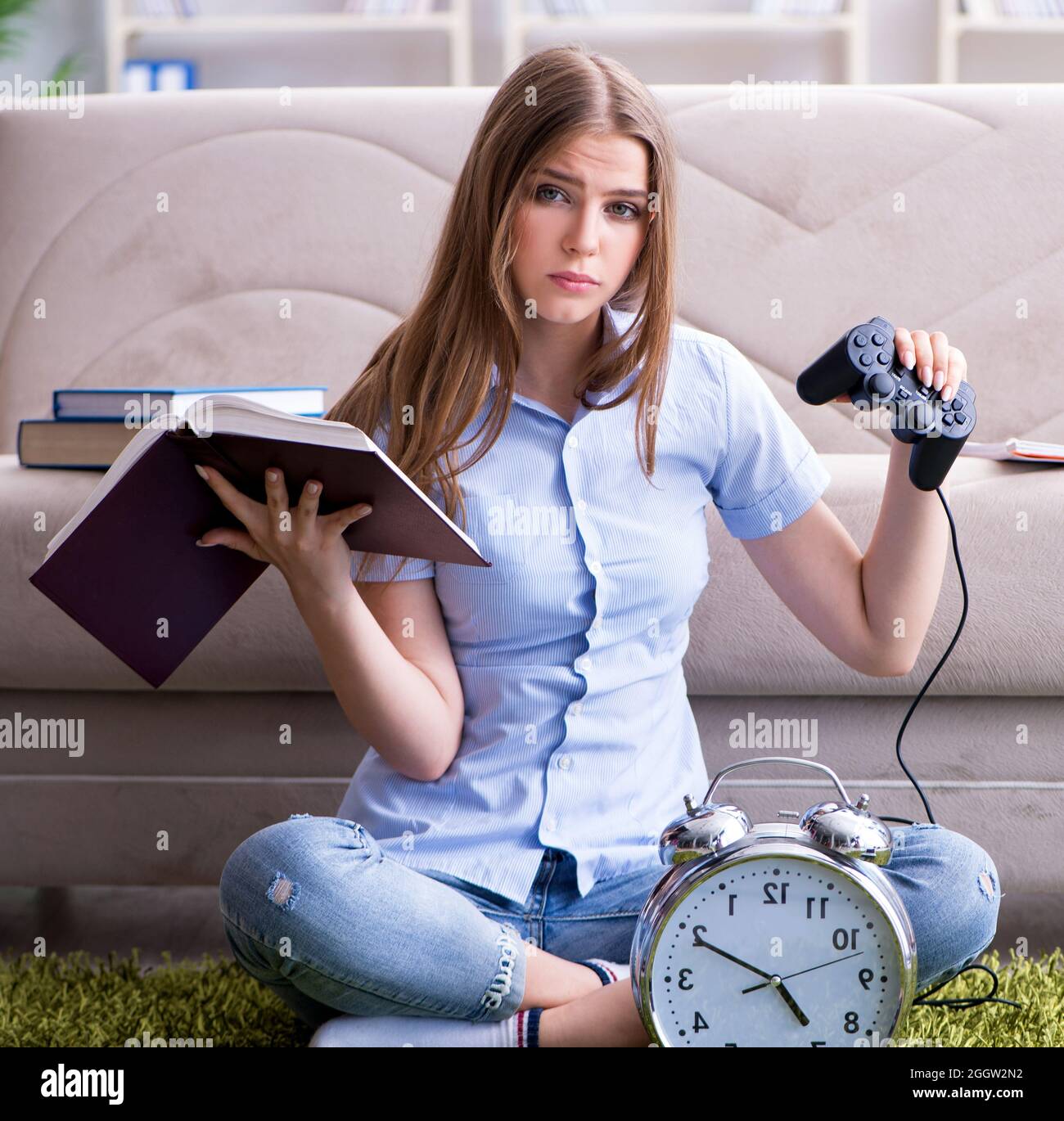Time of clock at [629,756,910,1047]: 4:49
